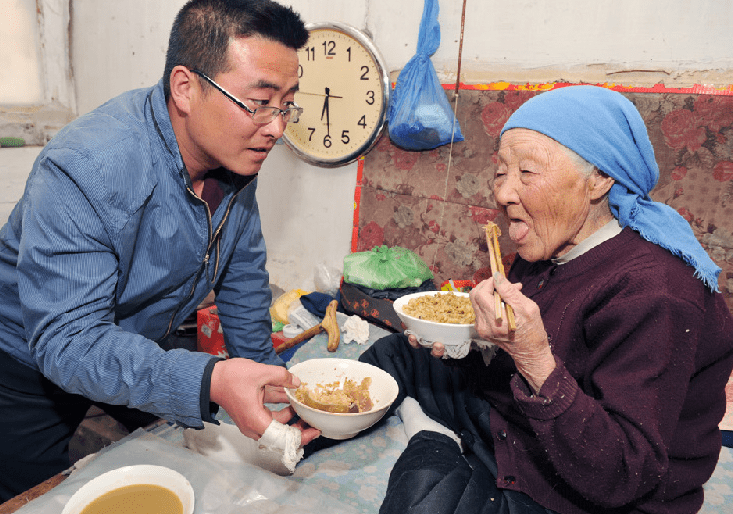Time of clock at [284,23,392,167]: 6:29
